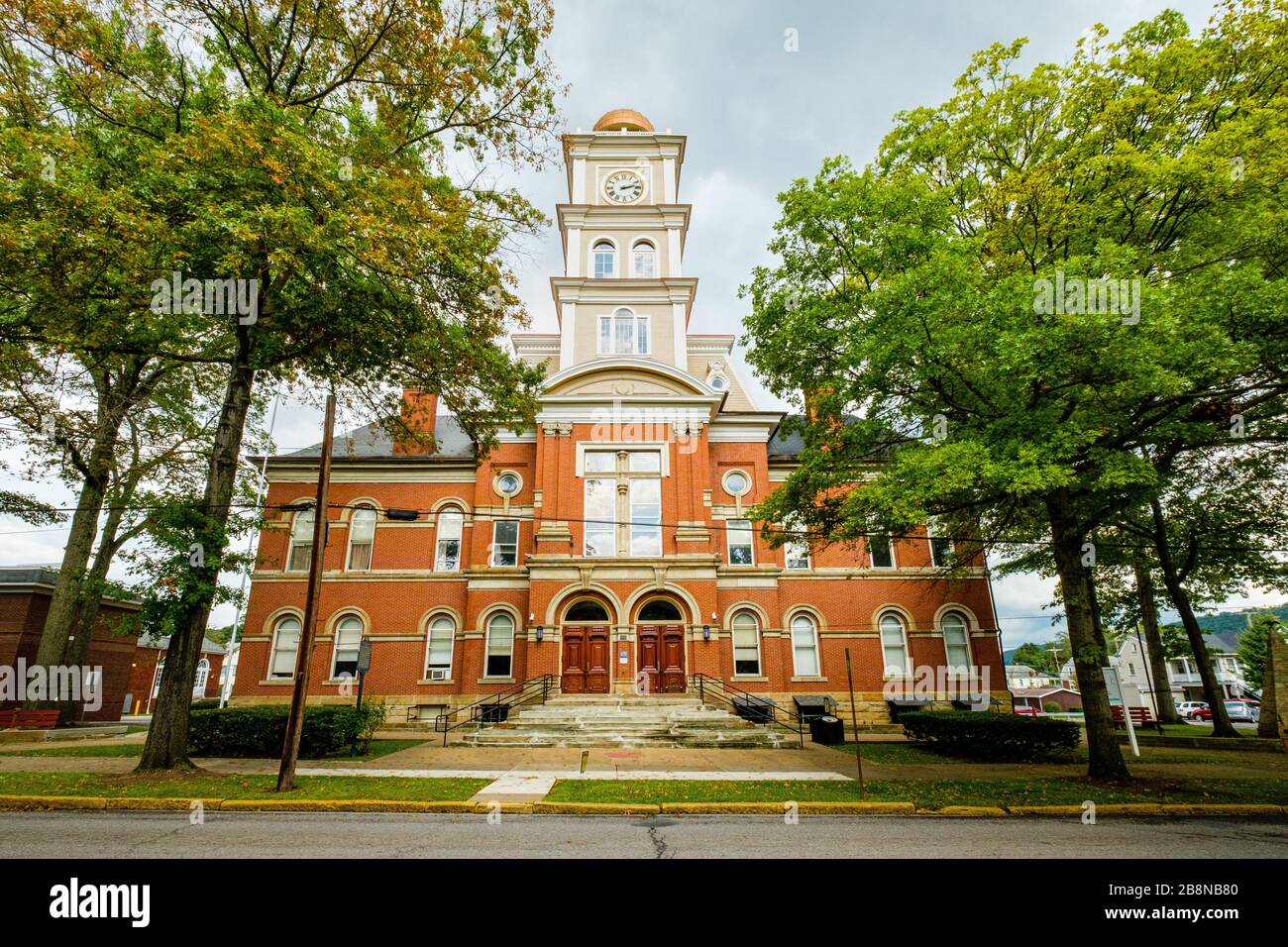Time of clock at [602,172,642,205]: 2:12
